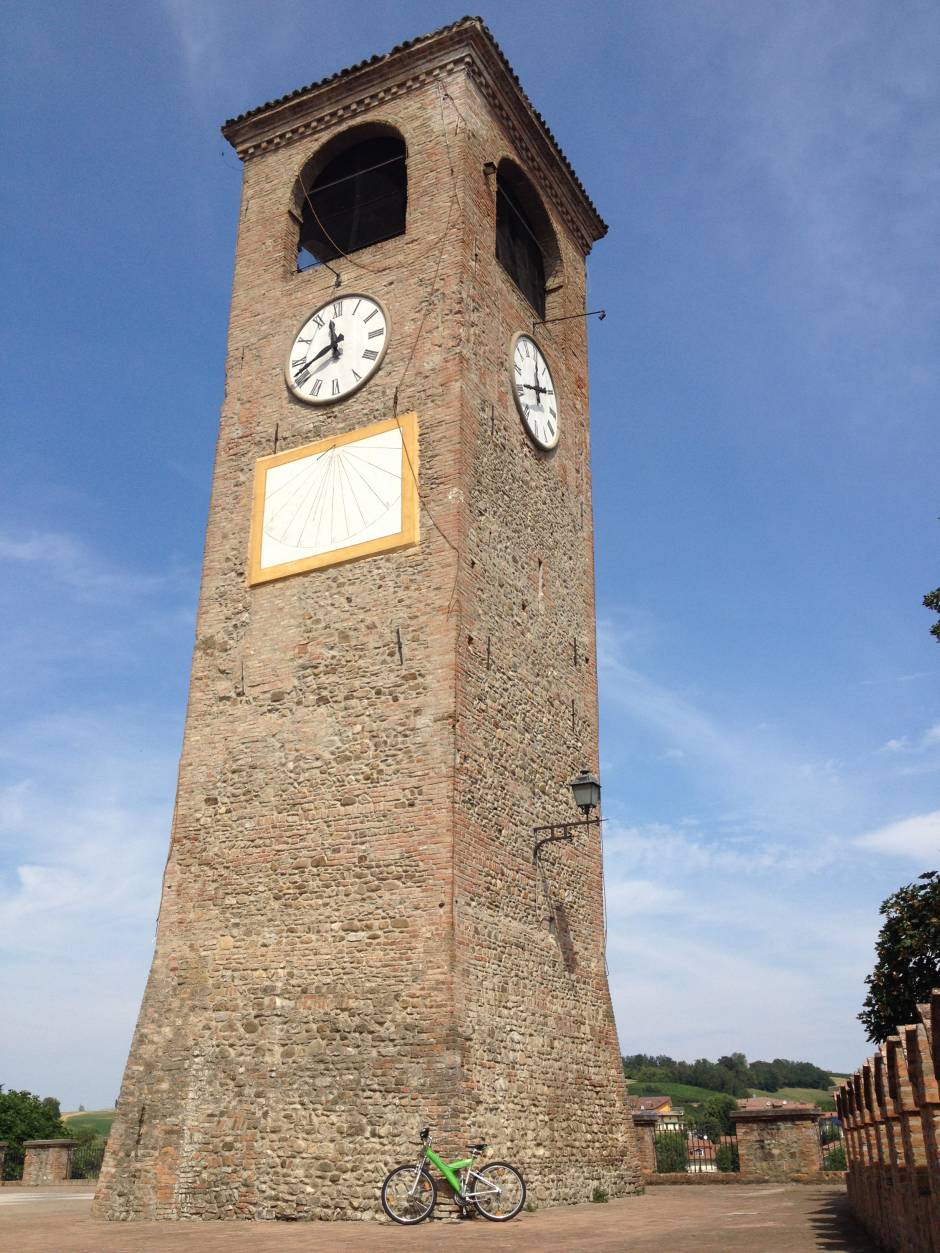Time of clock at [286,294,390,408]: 11:41
